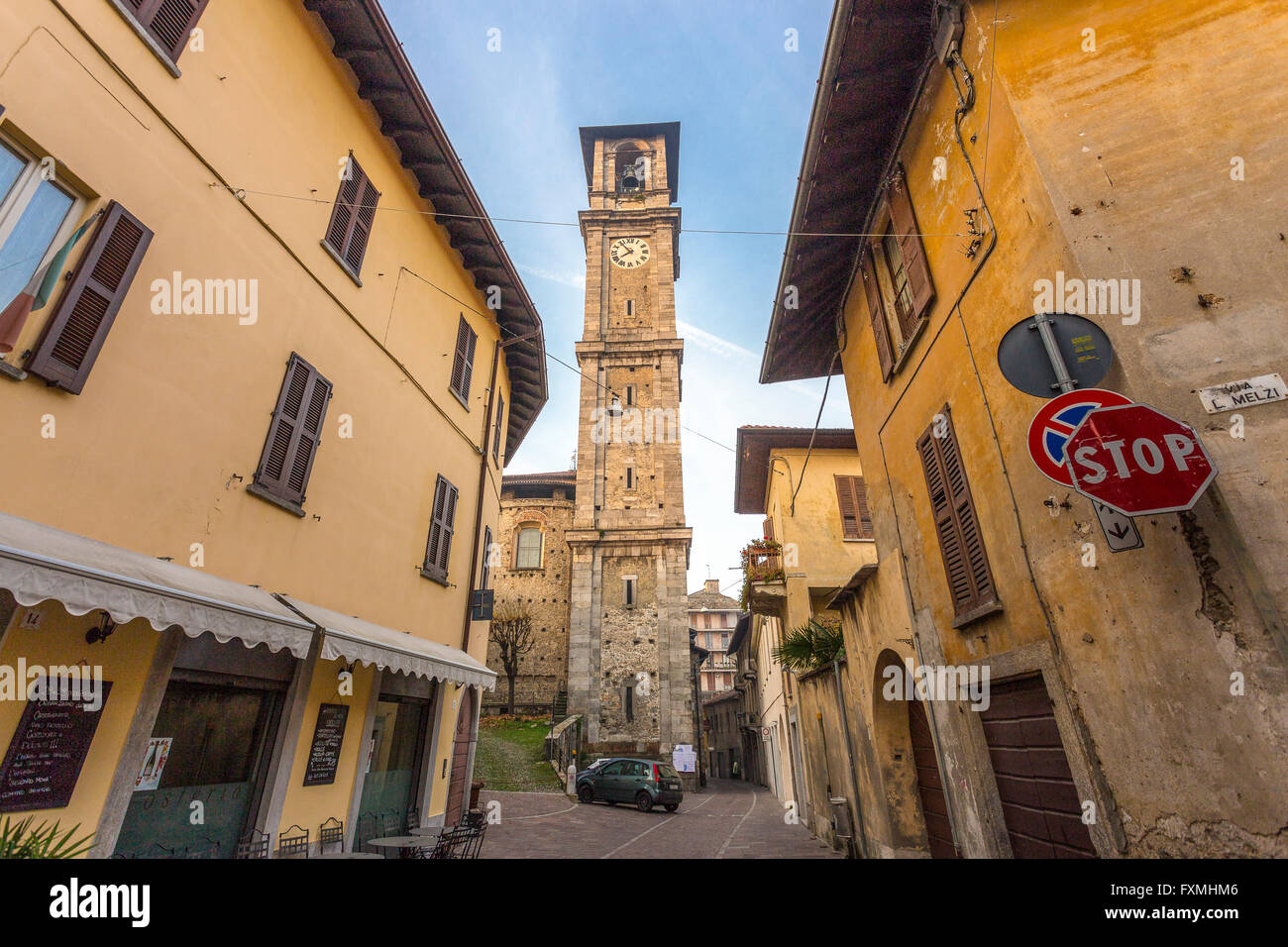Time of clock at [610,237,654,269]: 7:53
